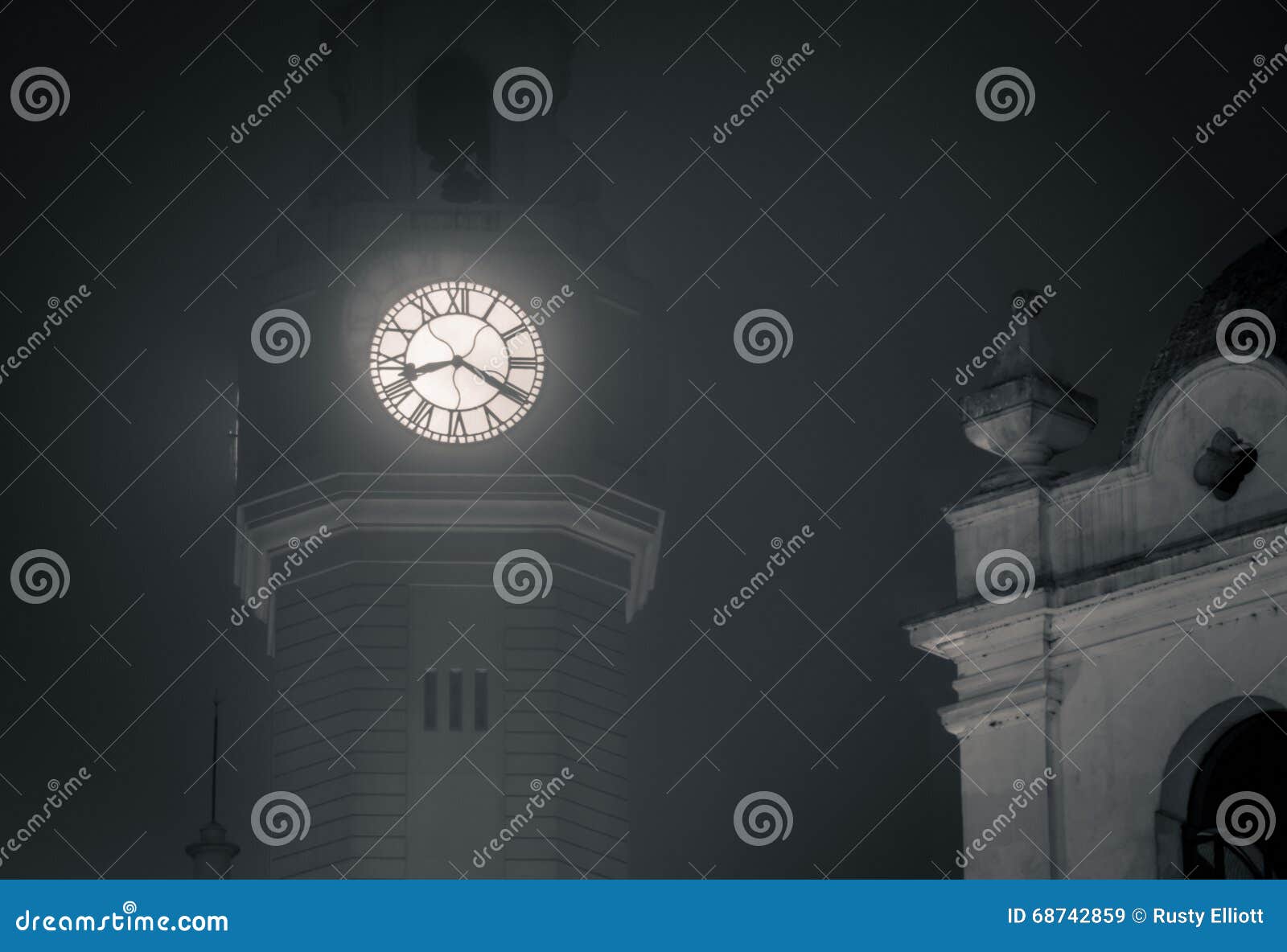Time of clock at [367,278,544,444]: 8:20
